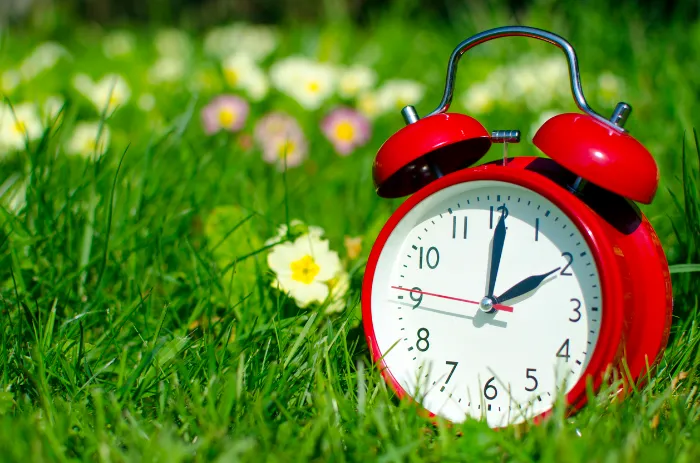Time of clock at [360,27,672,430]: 2:00
